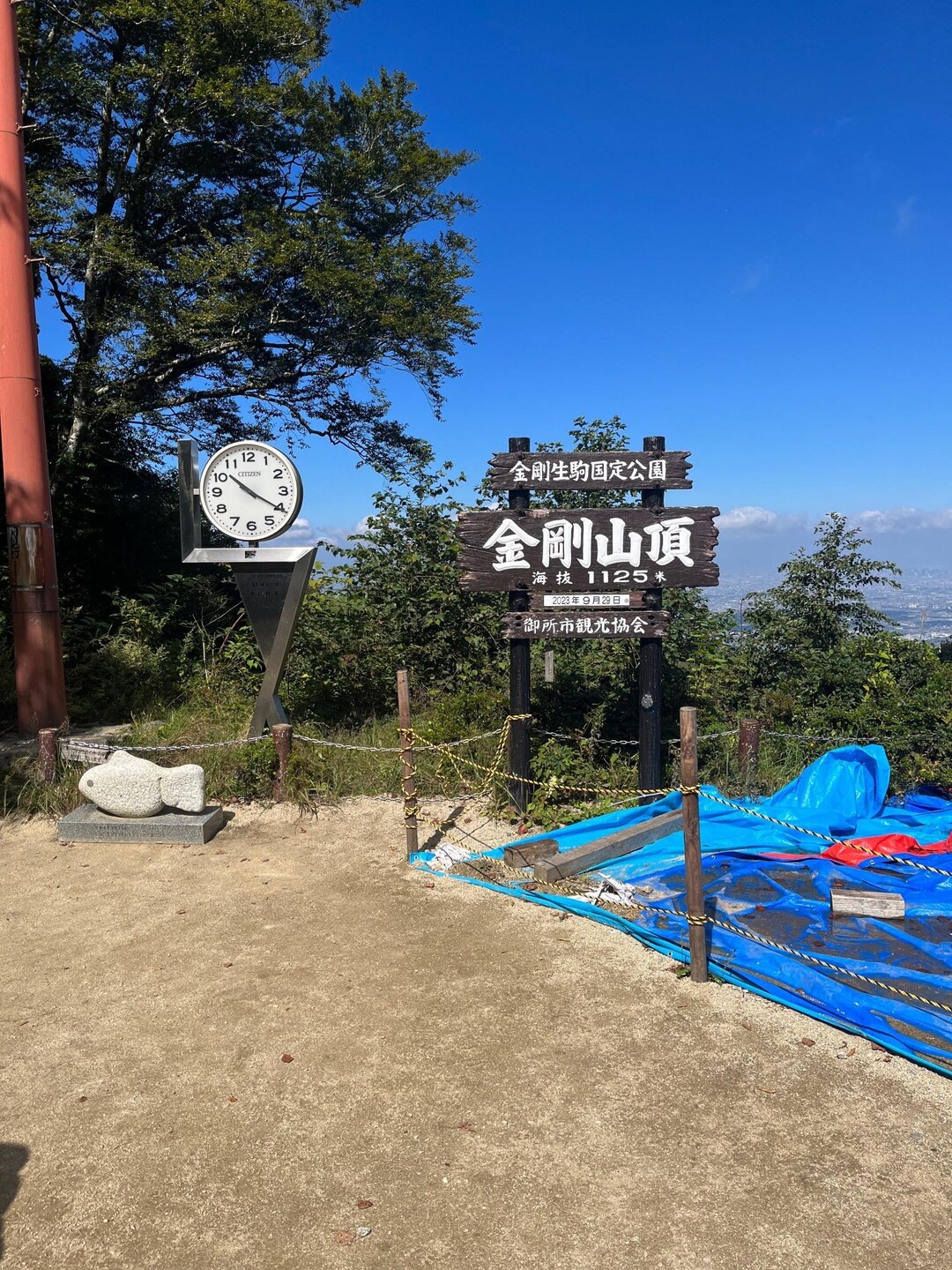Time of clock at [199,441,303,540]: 10:20
